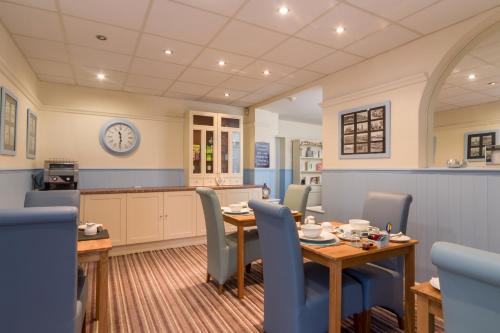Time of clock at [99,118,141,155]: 11:30
